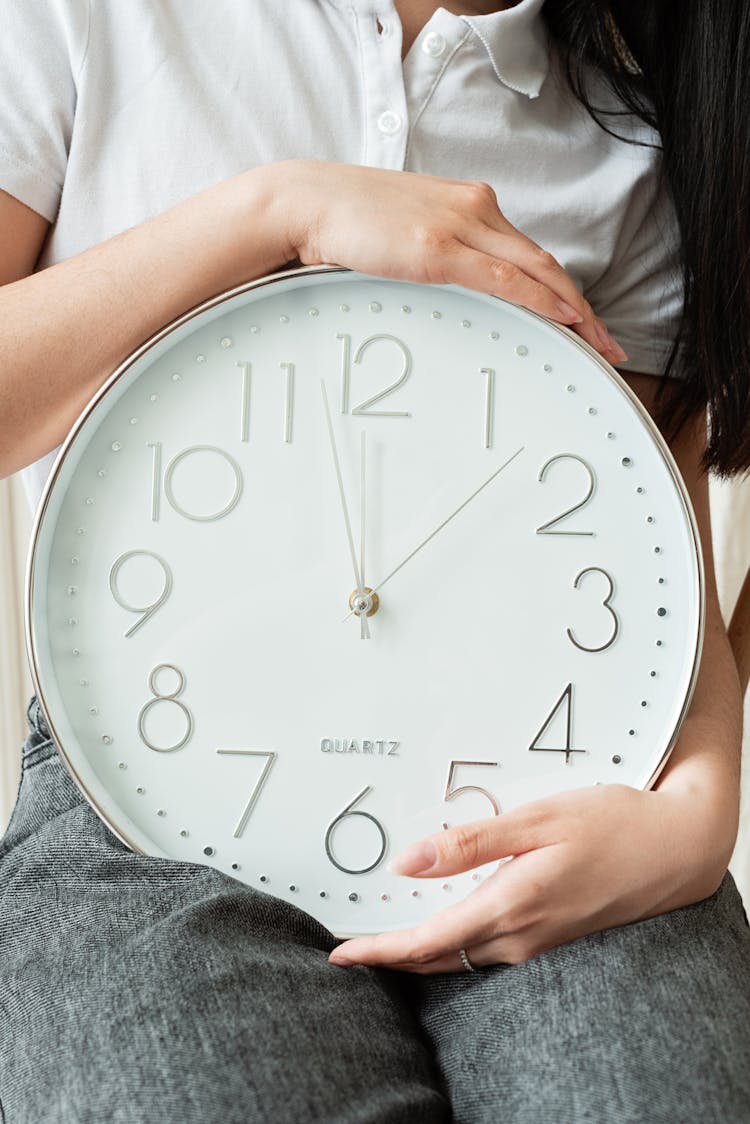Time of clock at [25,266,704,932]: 12:07
